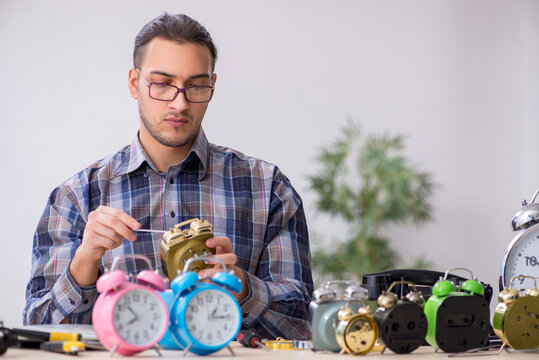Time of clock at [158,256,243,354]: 1:14
